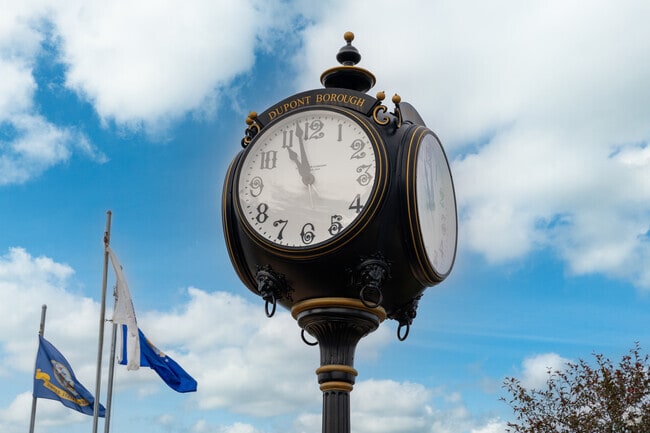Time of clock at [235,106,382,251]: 10:57
